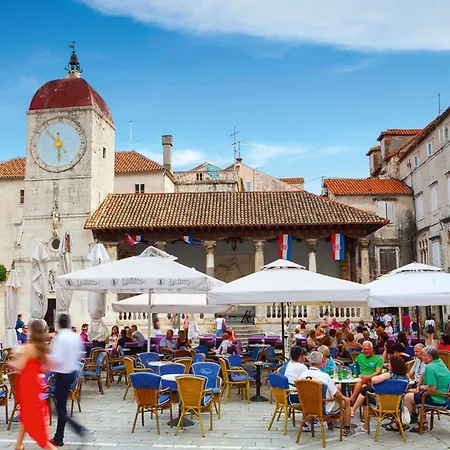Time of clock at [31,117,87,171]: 5:53
